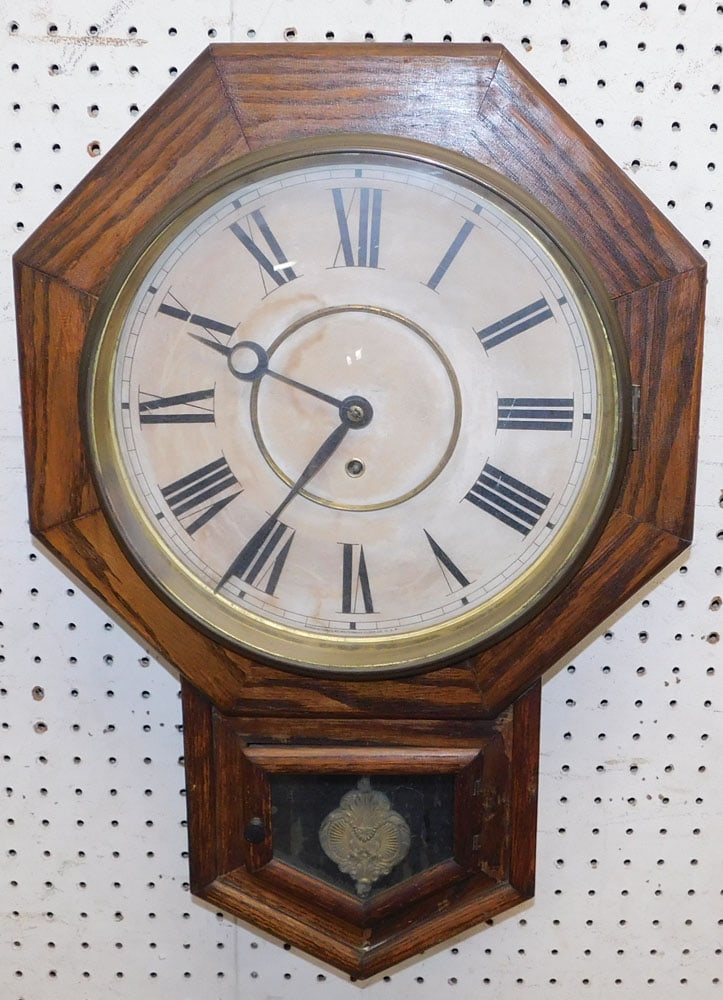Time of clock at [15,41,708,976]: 9:36
